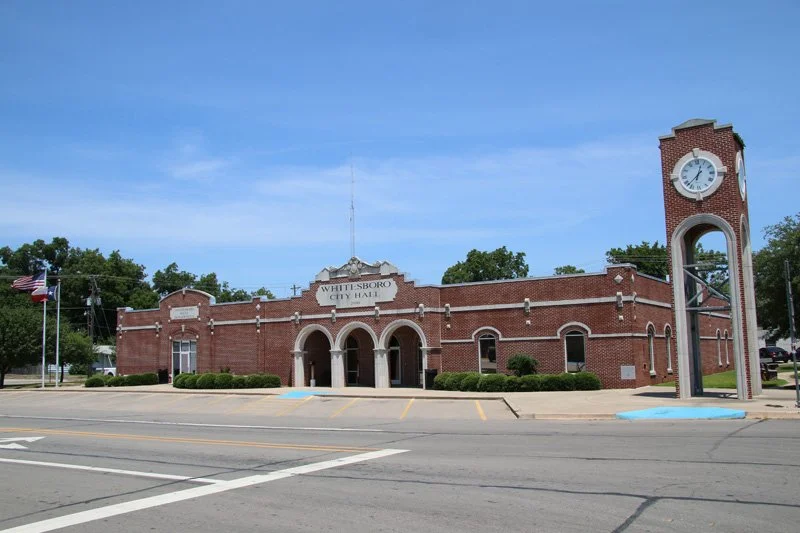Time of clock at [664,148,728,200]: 12:37
